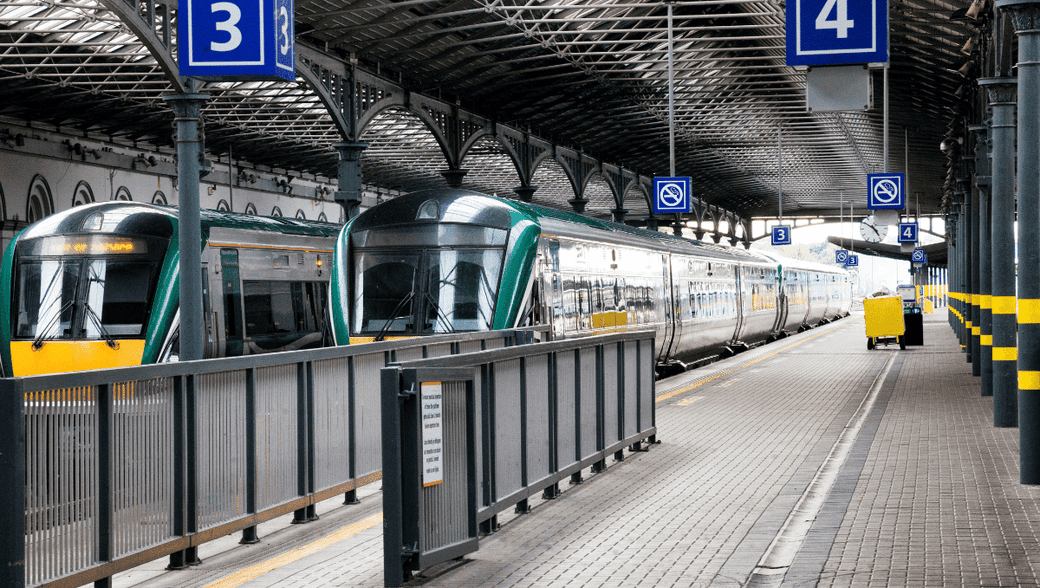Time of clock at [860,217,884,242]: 4:50
